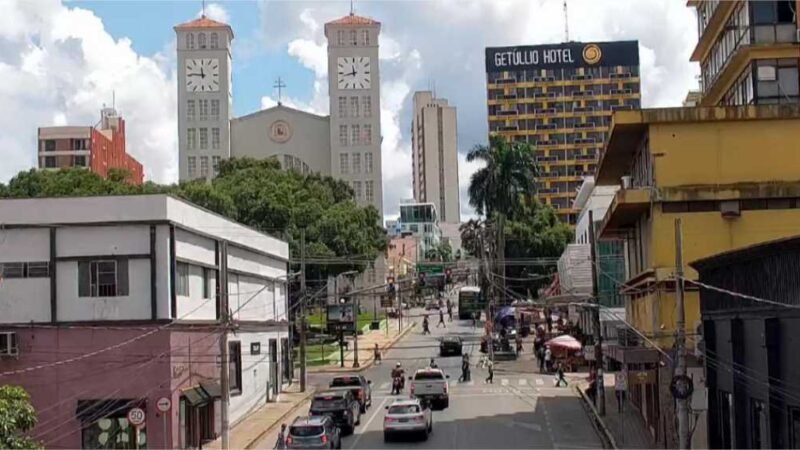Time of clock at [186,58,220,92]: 11:46
